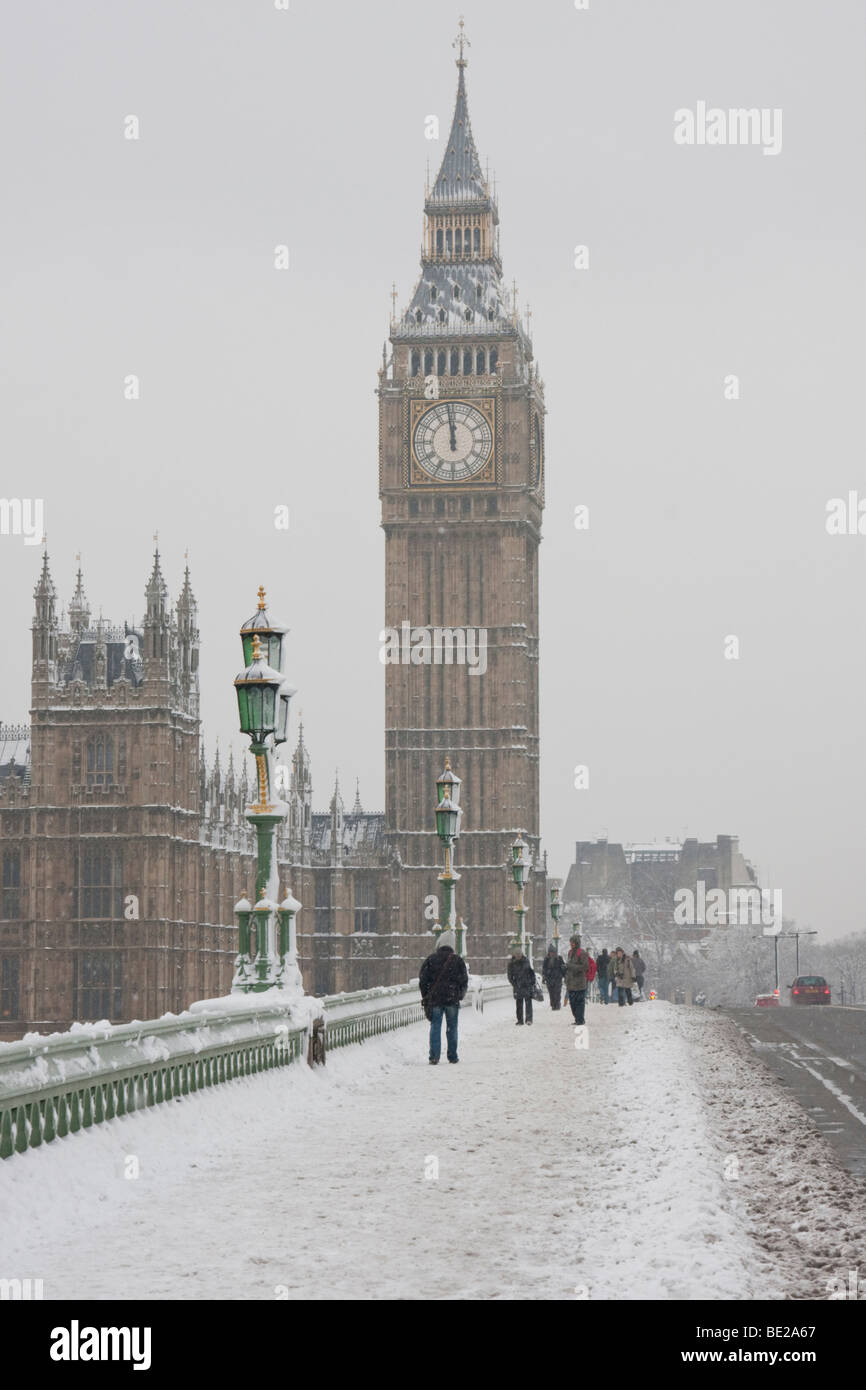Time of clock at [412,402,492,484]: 11:58
